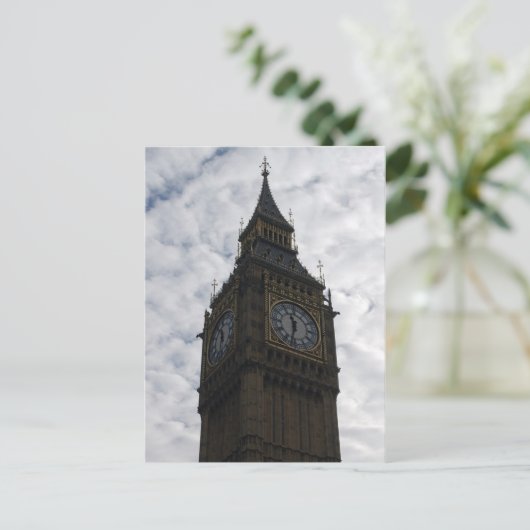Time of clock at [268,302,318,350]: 11:32
